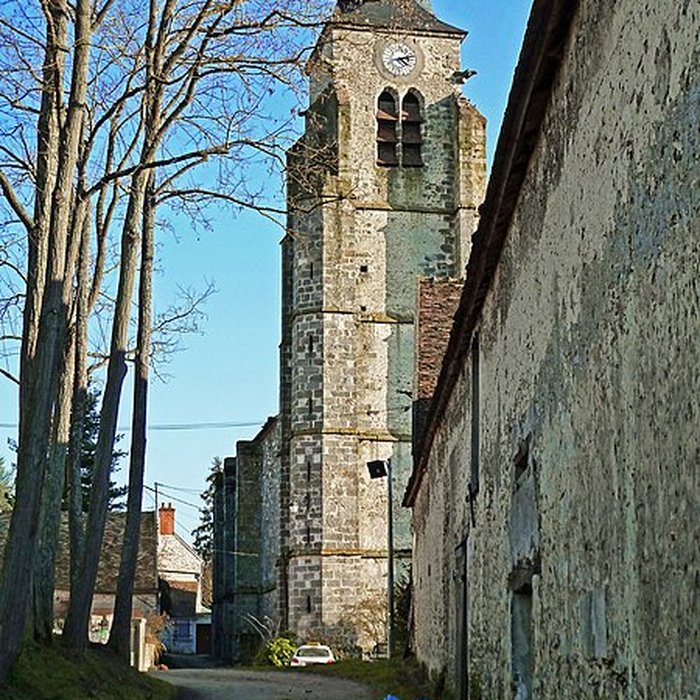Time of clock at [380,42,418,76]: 4:12
